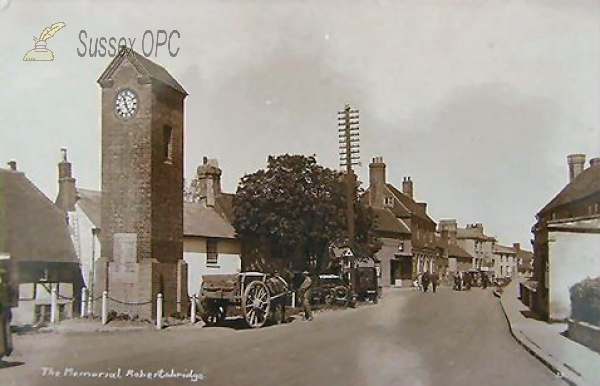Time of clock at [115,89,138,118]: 11:25
